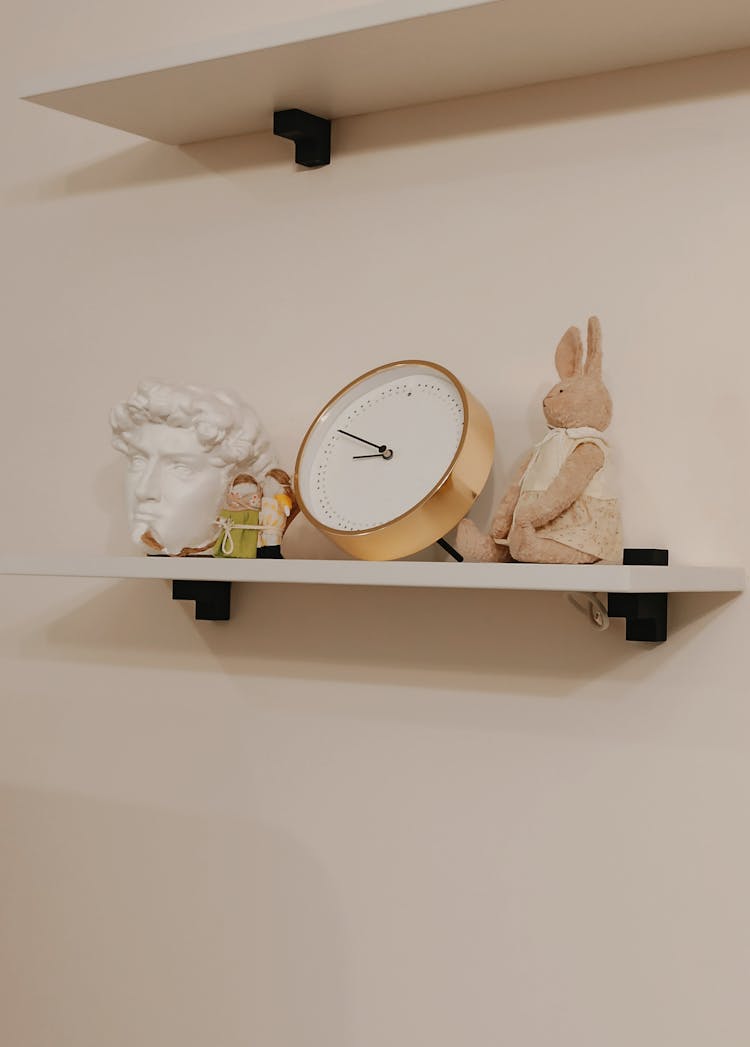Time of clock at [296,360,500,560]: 8:49
